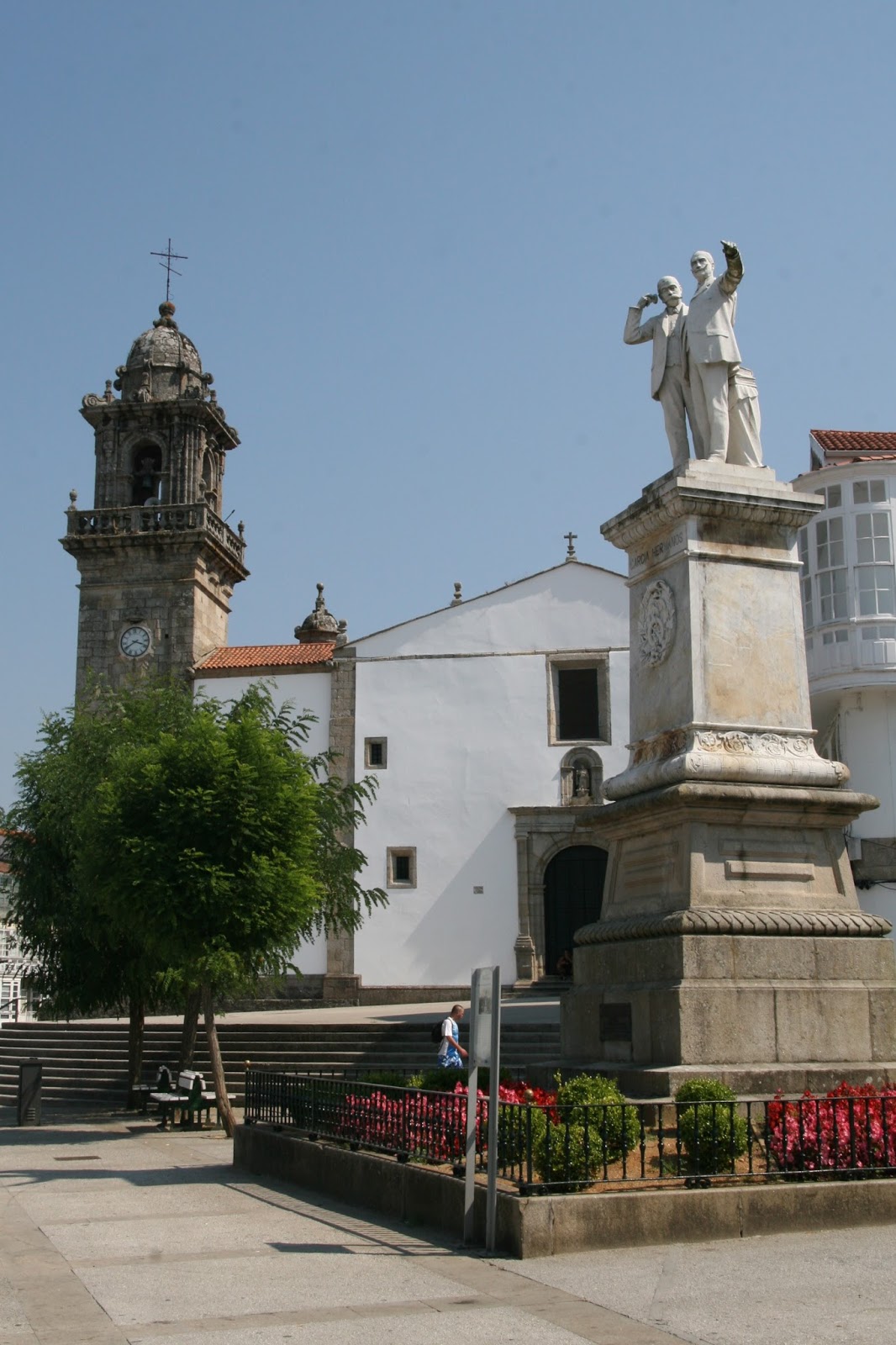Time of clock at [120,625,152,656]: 3:40
